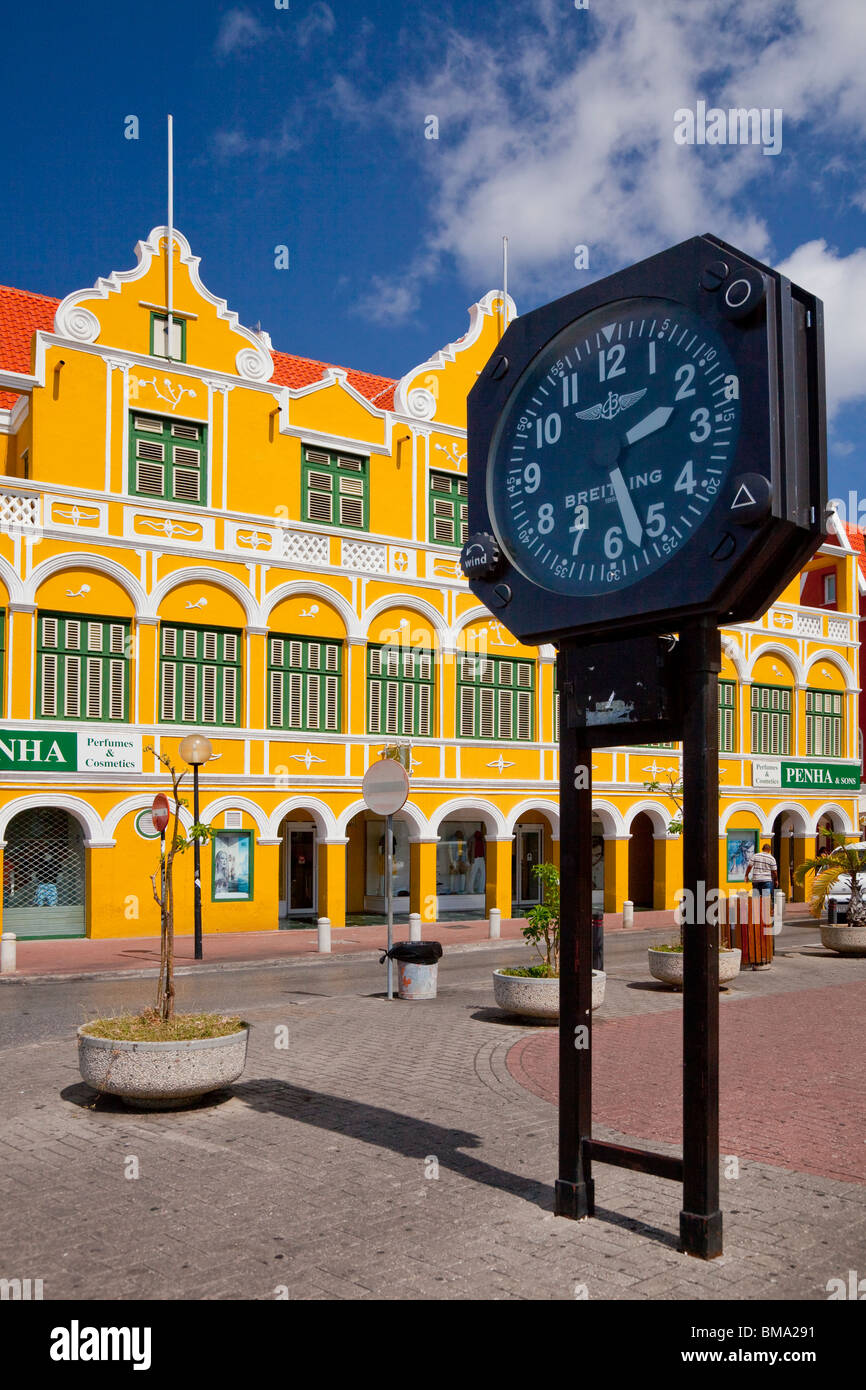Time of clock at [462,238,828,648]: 2:27
